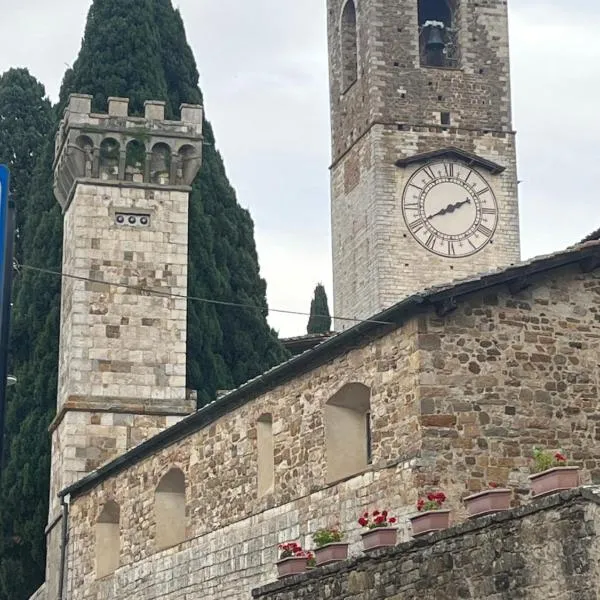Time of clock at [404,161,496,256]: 8:10
